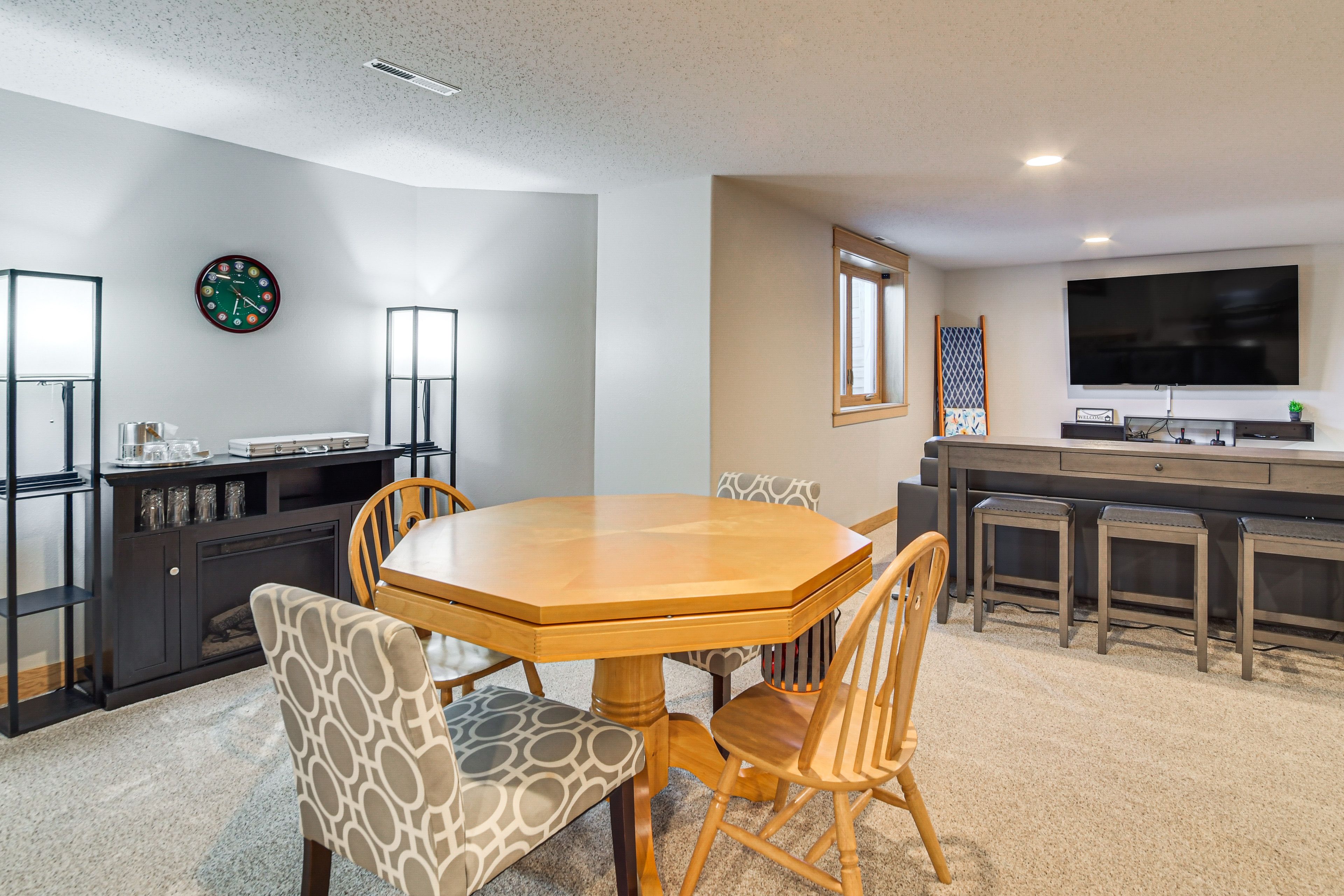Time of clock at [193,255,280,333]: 6:21
